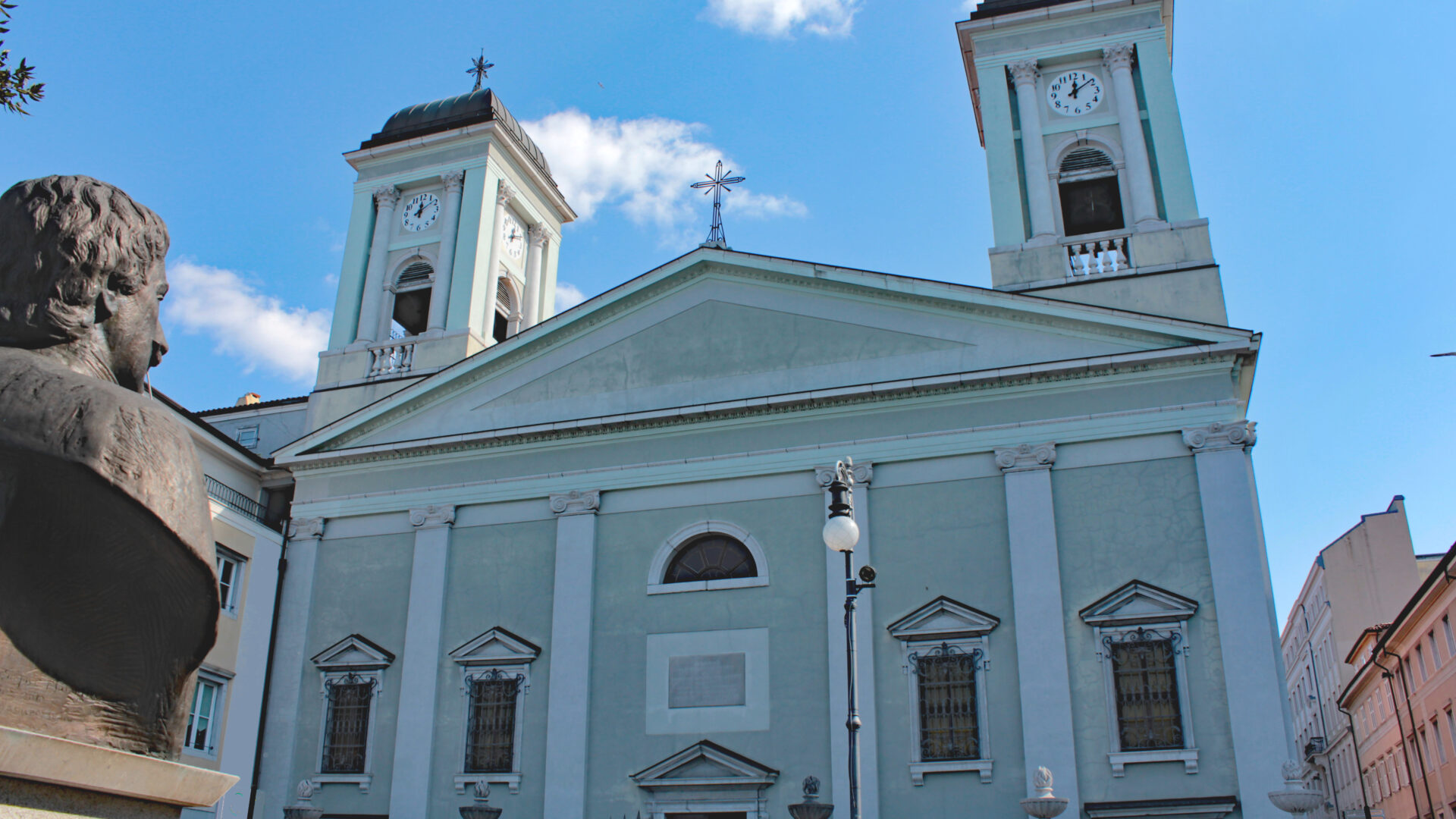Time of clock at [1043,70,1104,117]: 12:09
